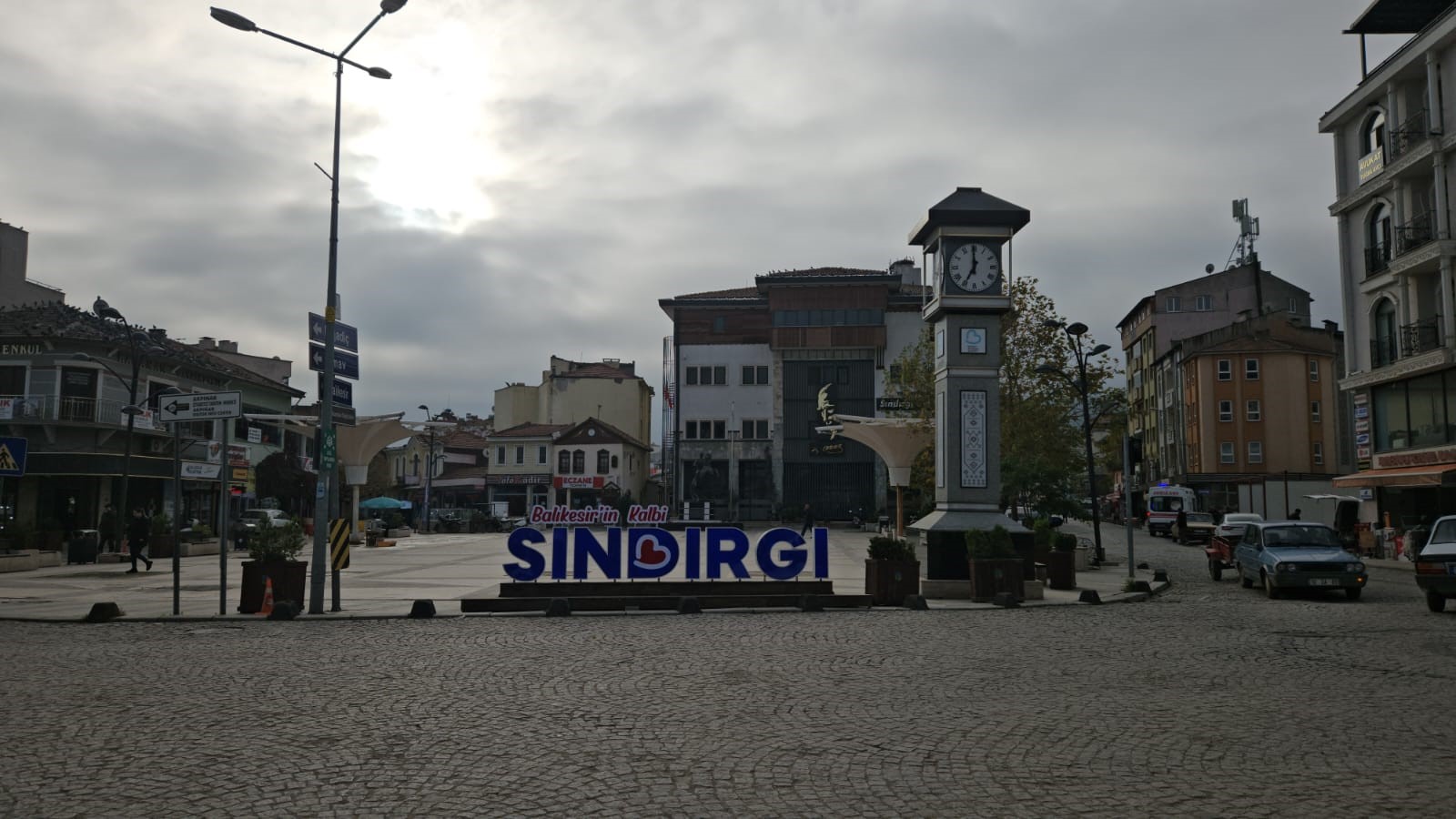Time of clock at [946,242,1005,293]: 6:59
